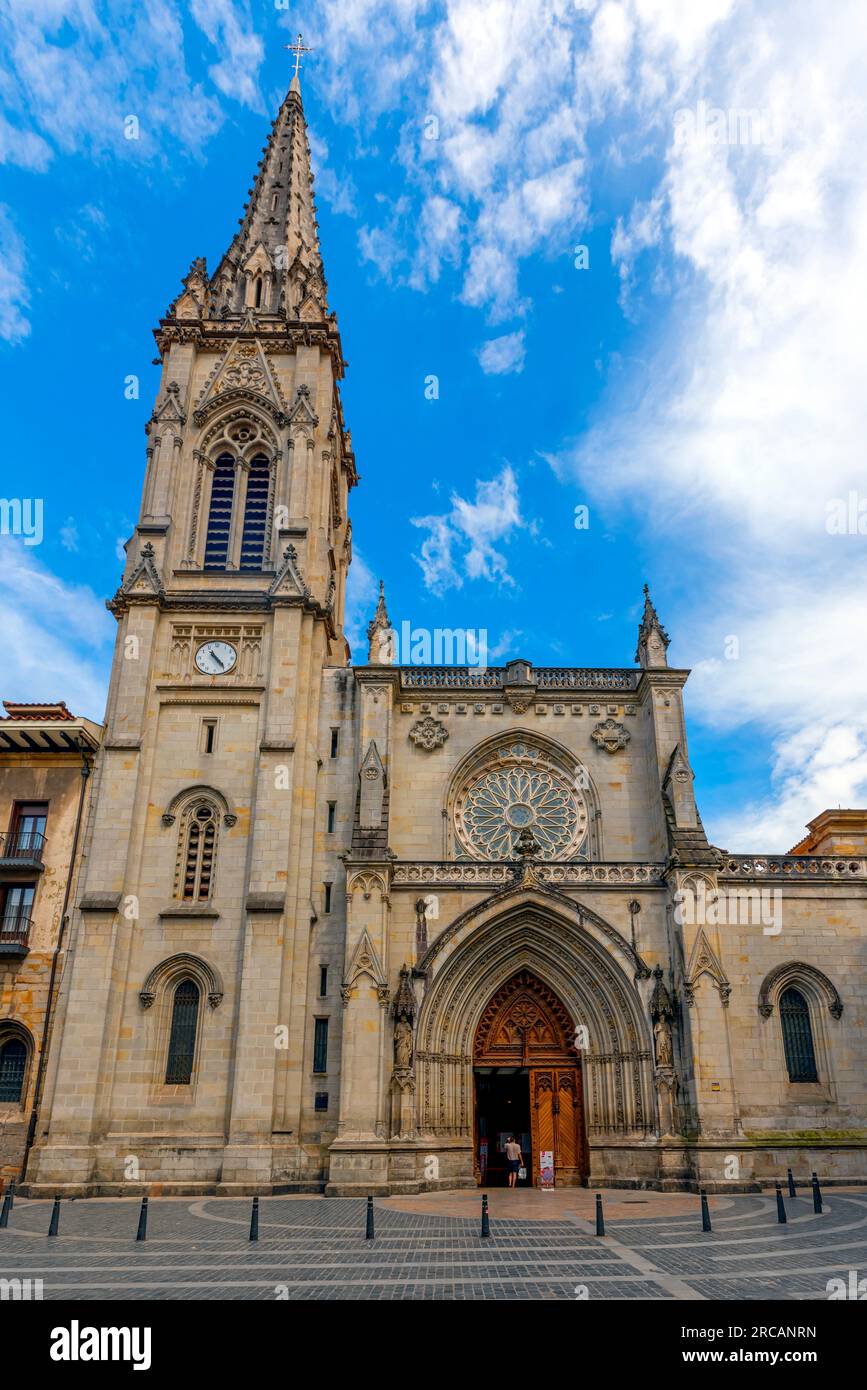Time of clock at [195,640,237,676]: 4:23
